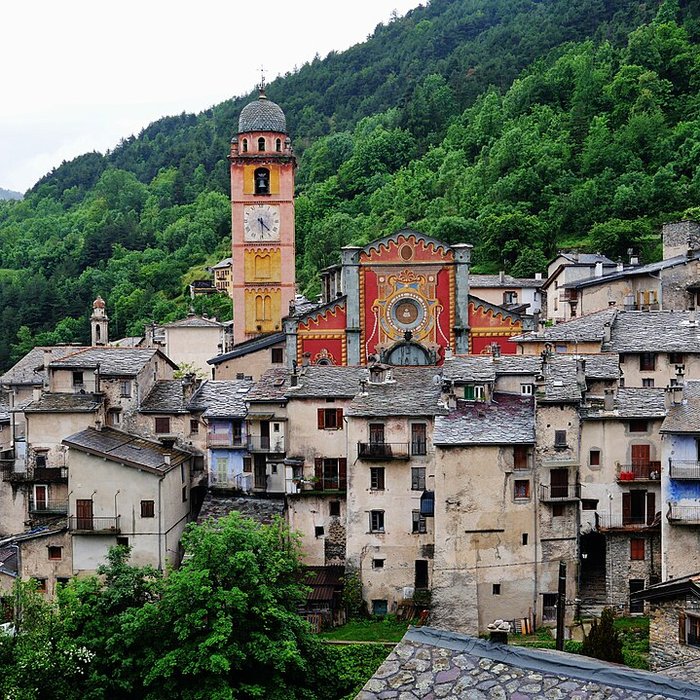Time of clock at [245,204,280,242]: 4:29
